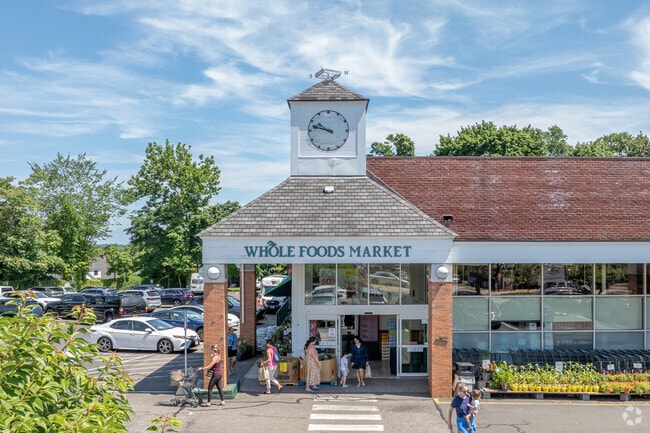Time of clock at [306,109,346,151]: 9:47
